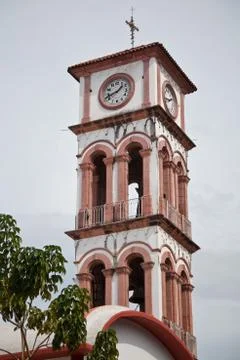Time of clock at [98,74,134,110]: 1:42
